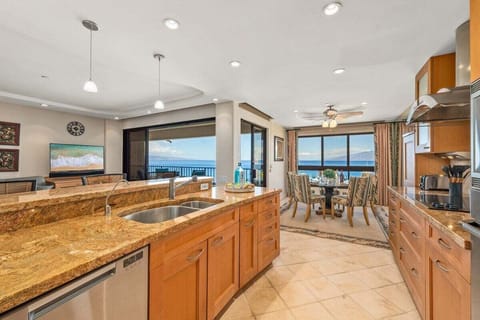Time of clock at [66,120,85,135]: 9:01
